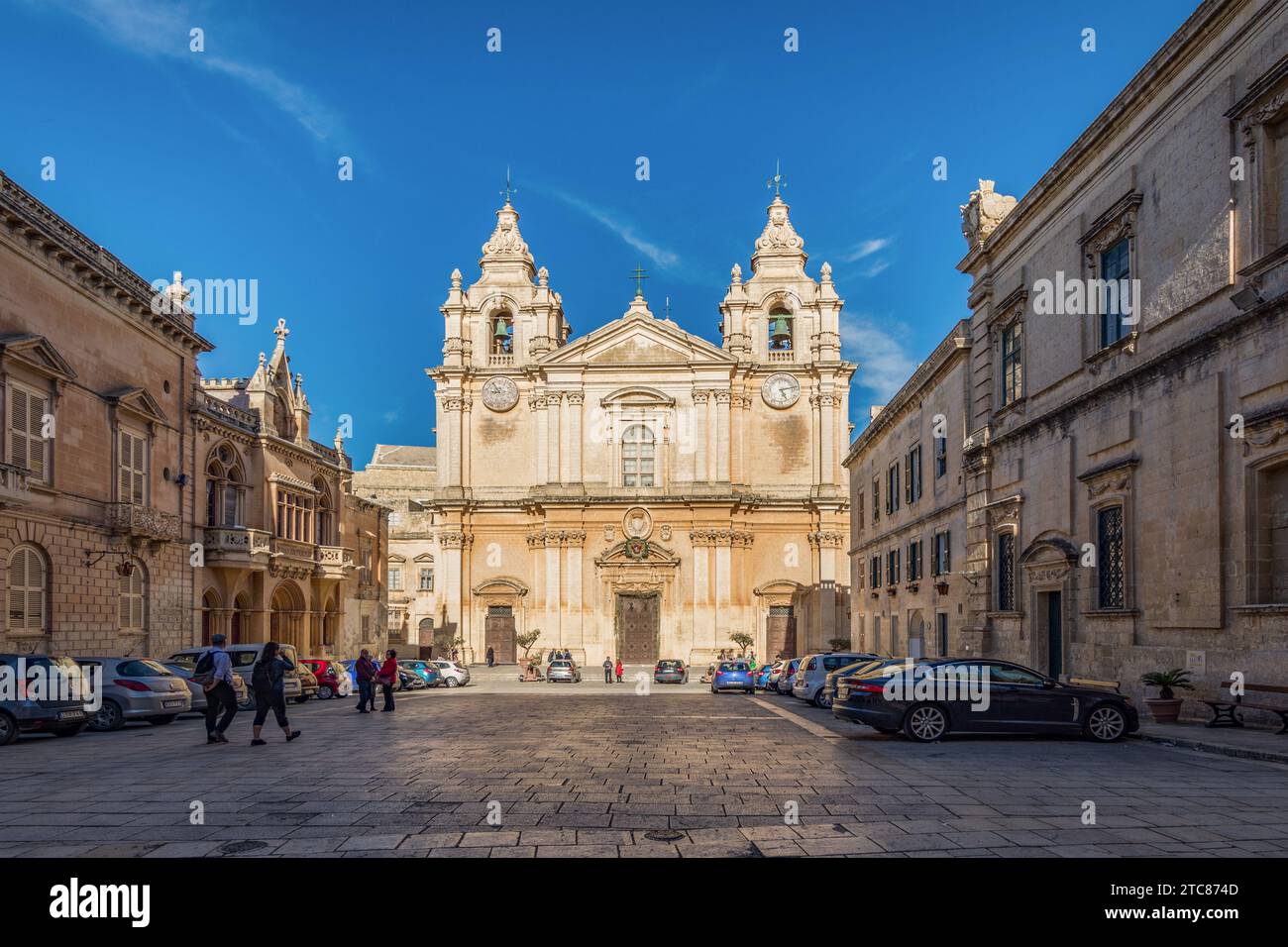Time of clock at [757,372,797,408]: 5:12
